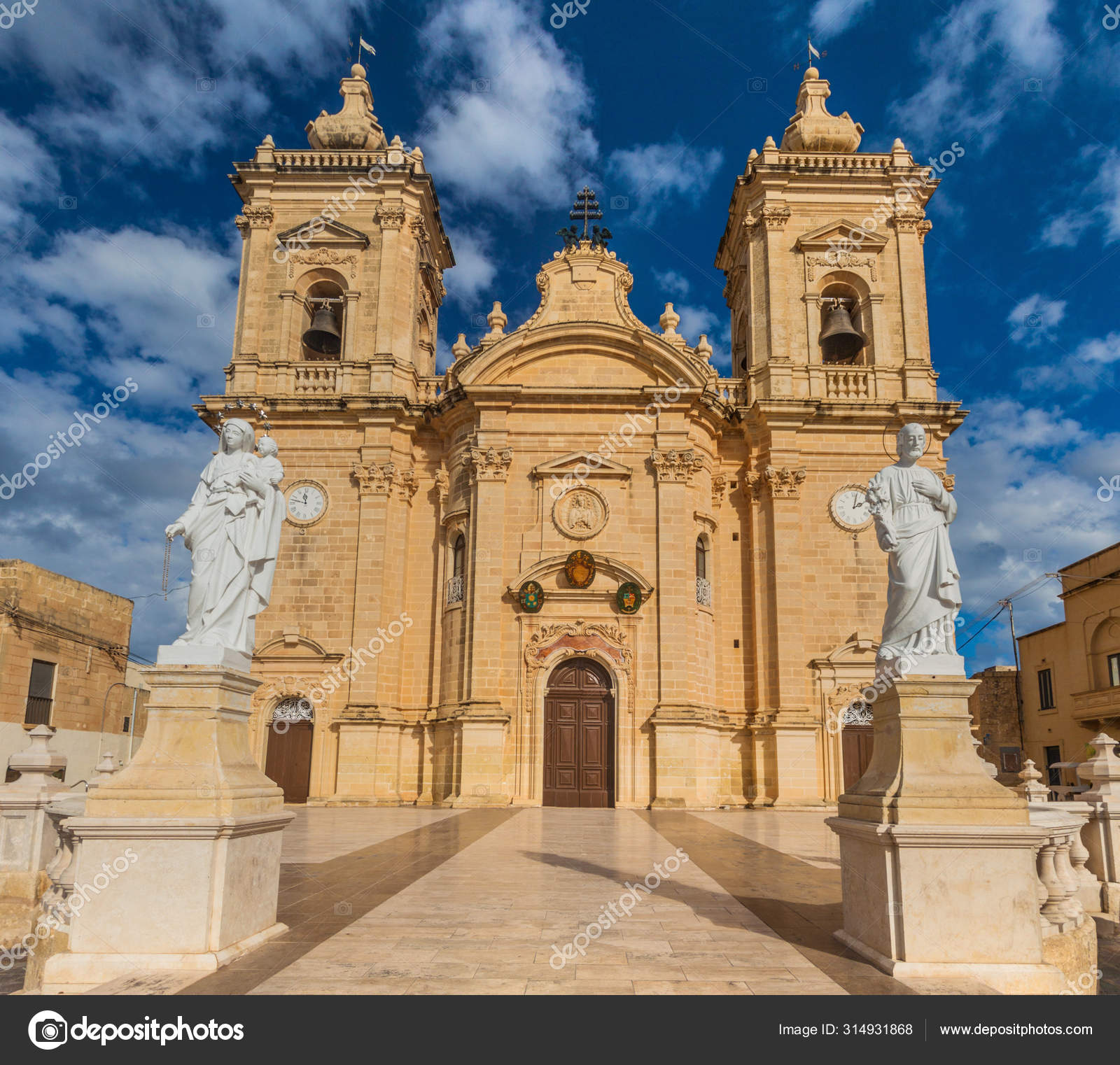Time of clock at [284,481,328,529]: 11:47
